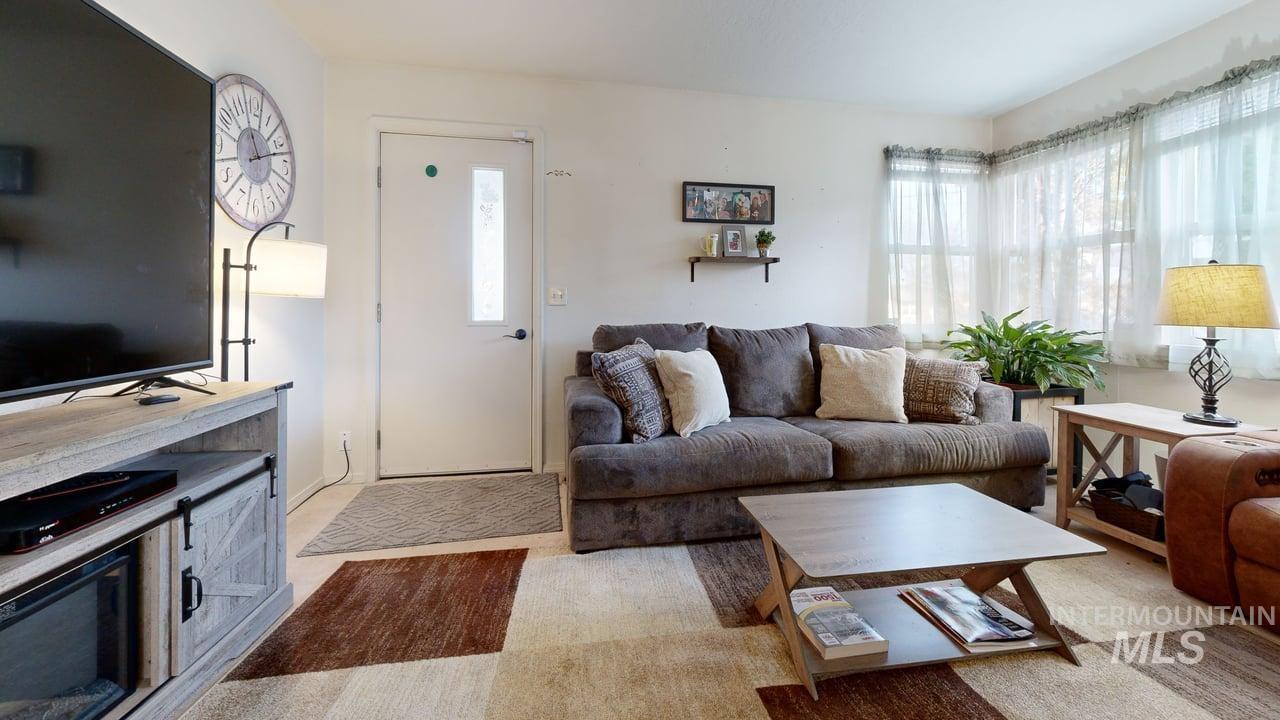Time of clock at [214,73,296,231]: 11:12
